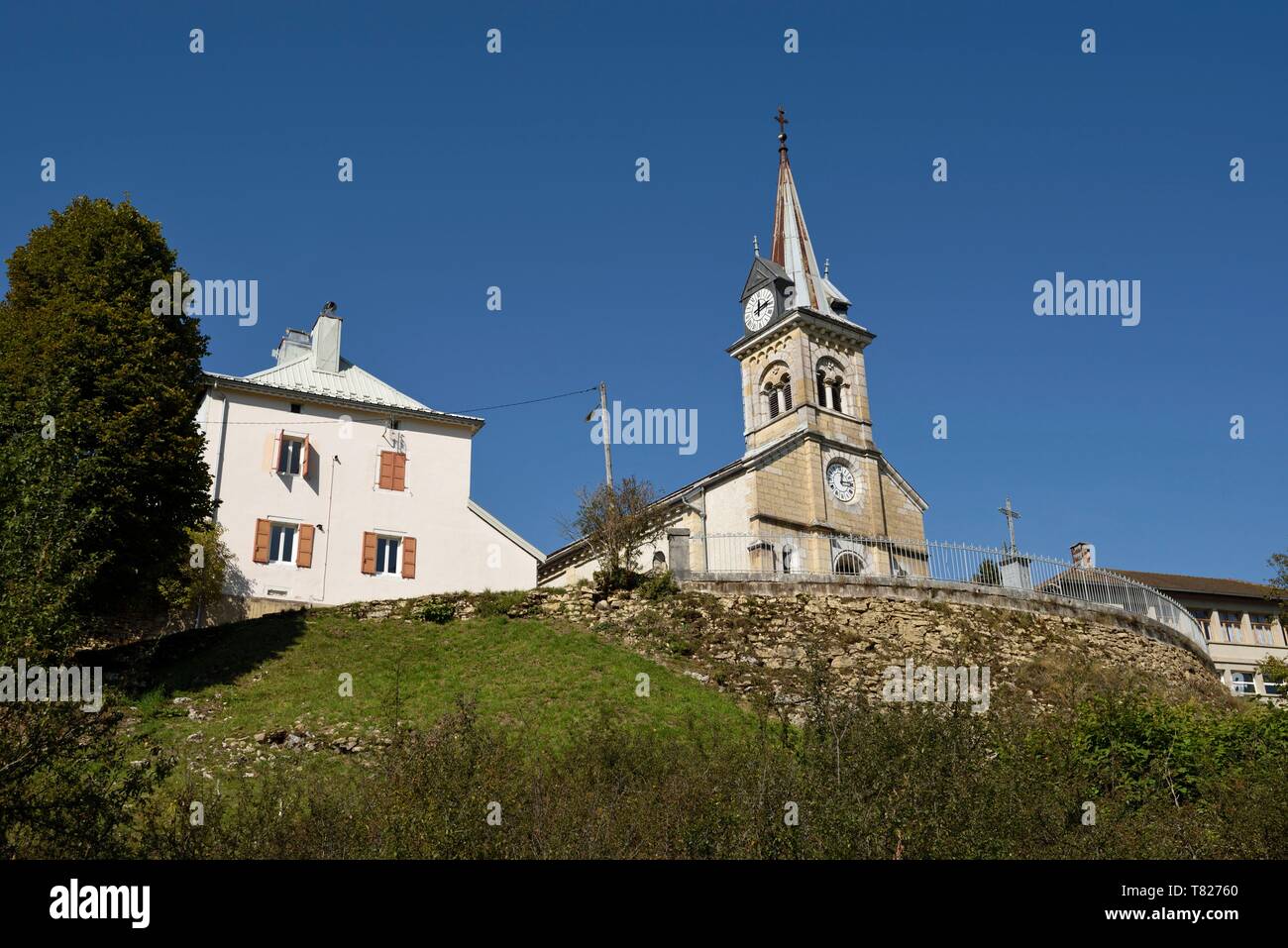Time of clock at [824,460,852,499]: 12:14
